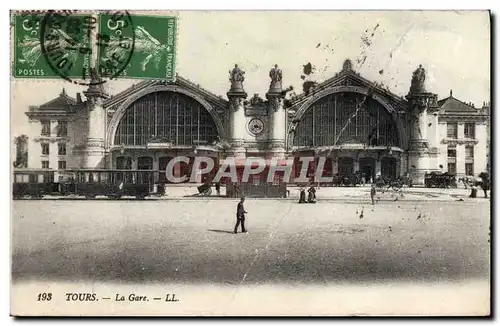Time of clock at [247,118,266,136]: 3:37
